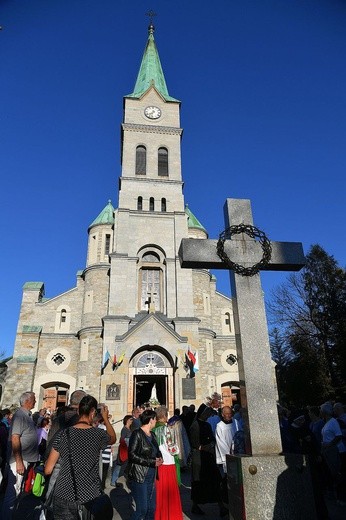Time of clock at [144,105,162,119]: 7:32
